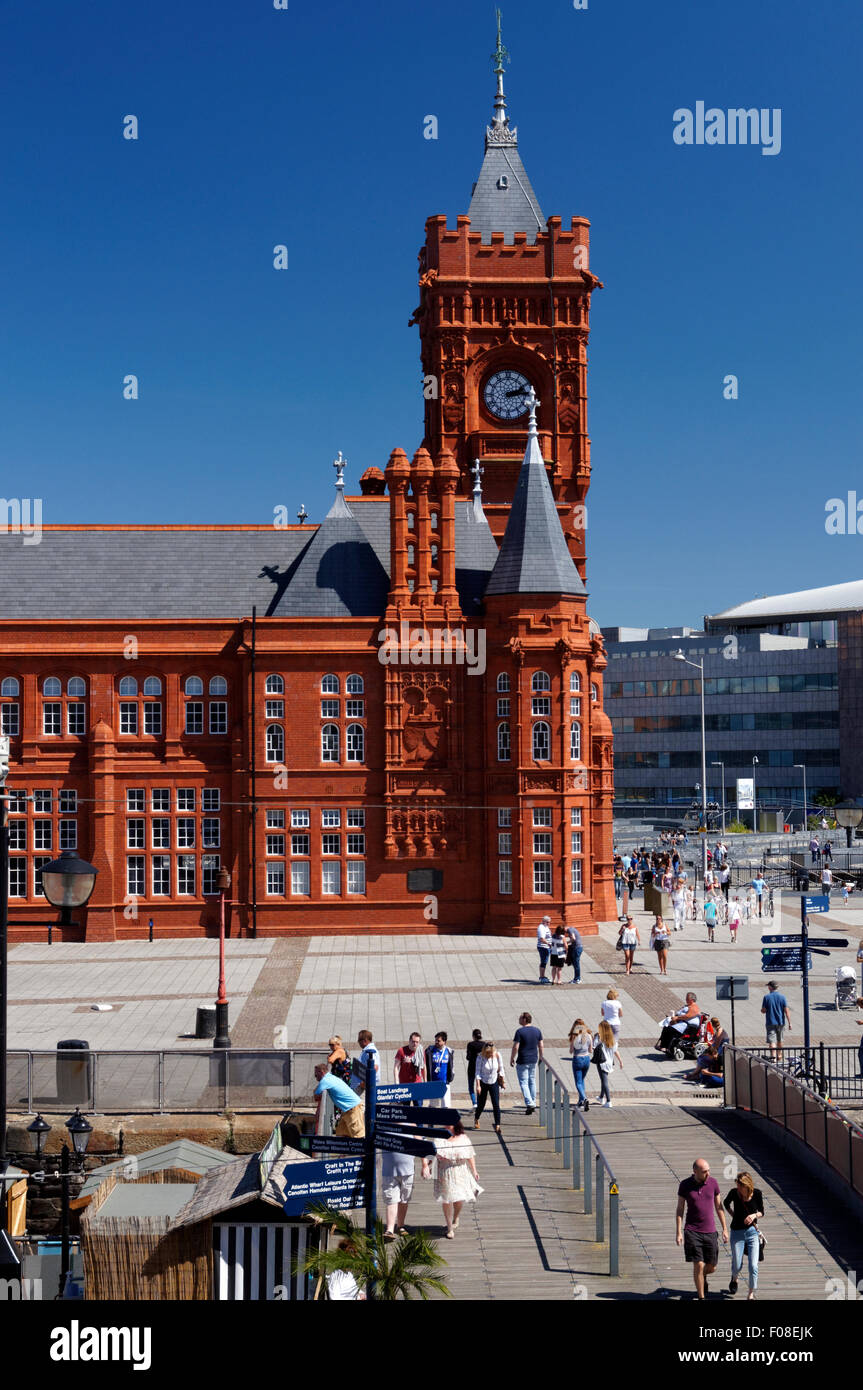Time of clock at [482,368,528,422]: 2:14
